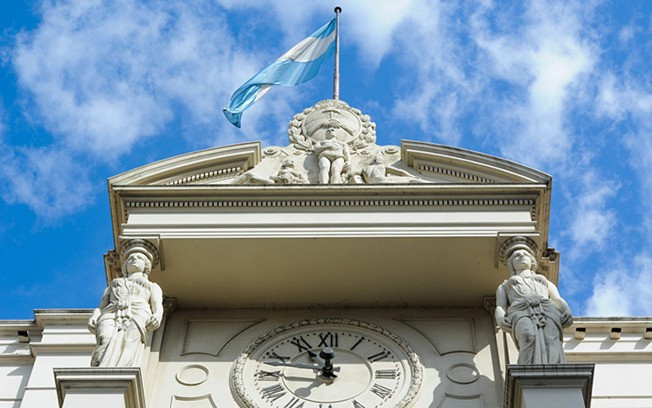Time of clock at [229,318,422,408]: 11:55
